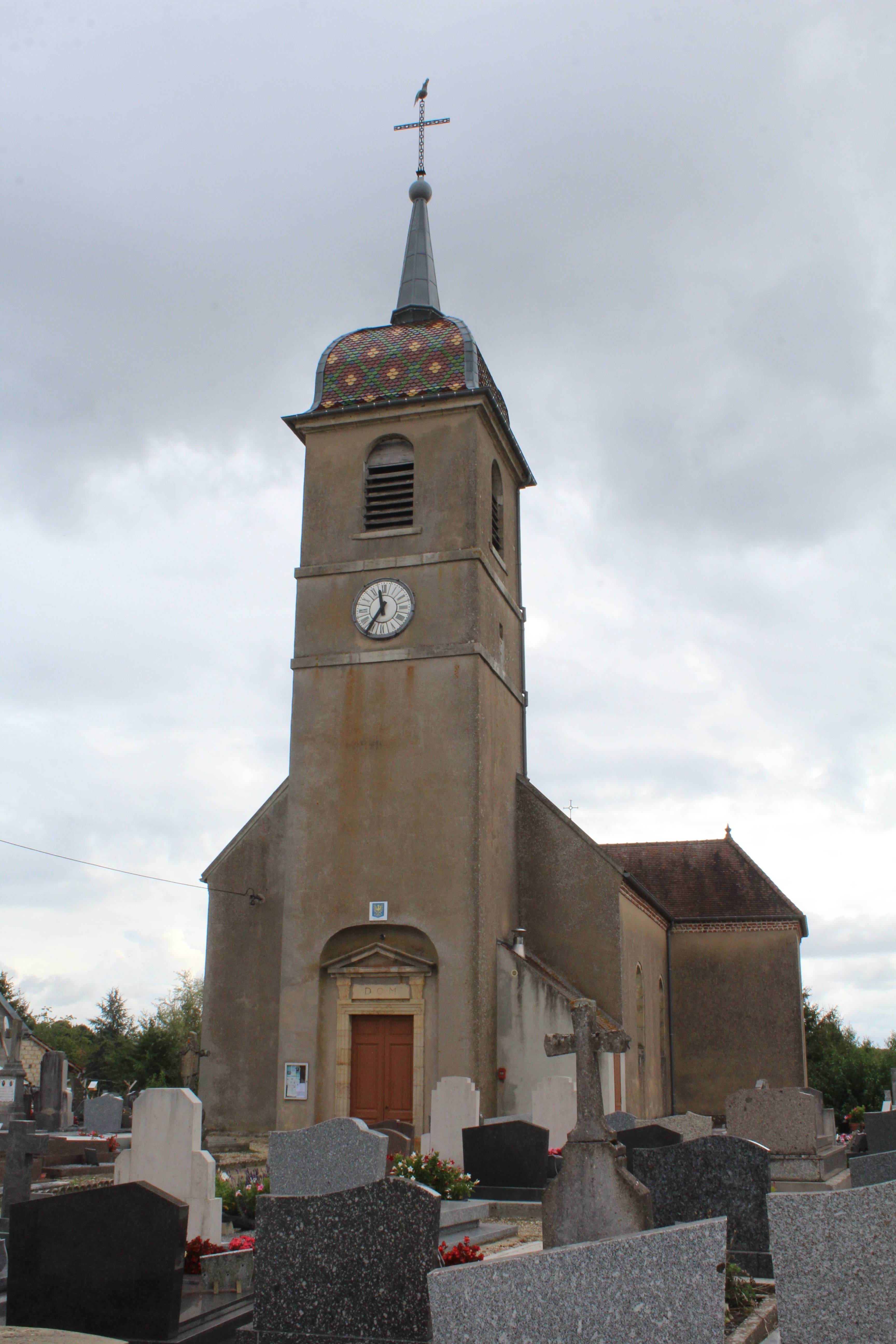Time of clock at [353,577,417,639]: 11:35
